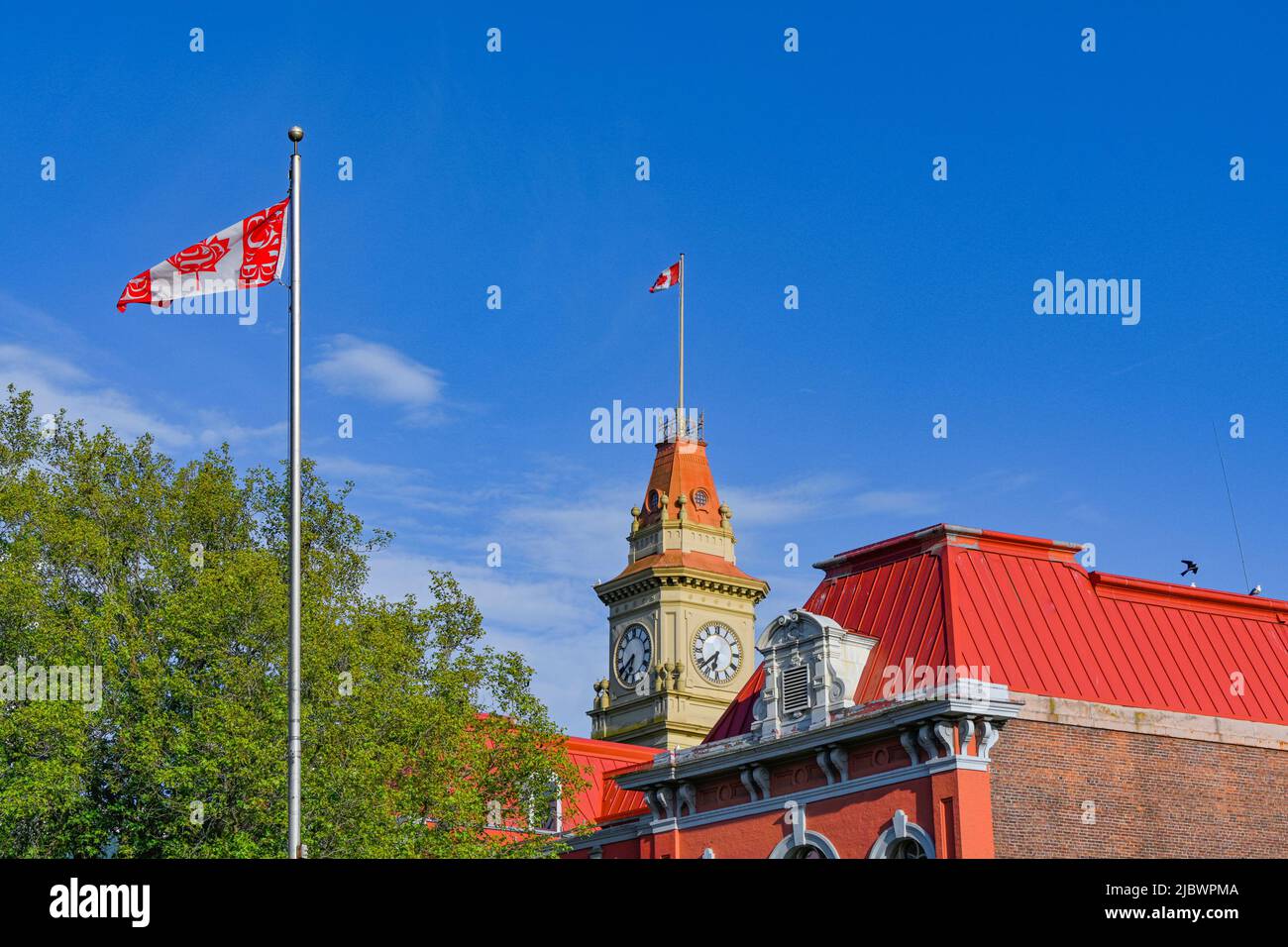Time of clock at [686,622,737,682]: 6:38
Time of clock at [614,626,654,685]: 6:38
